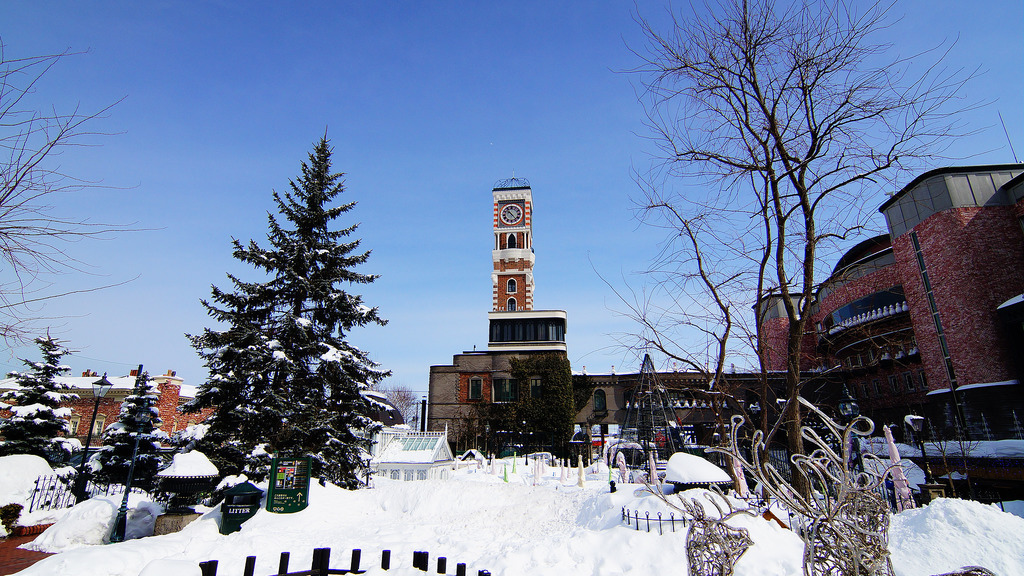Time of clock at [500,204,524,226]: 10:23
